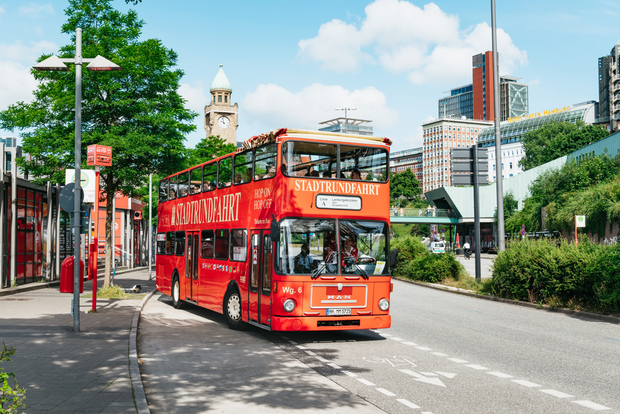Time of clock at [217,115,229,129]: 9:57
